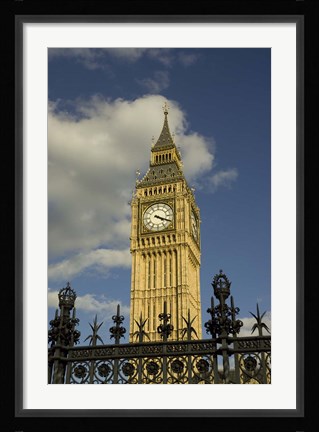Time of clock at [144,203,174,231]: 4:18
